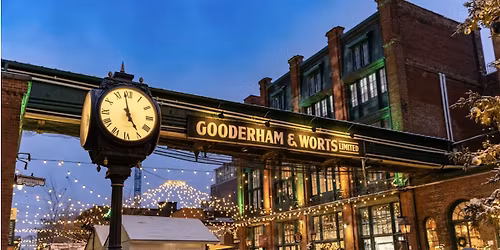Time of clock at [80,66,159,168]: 4:58
